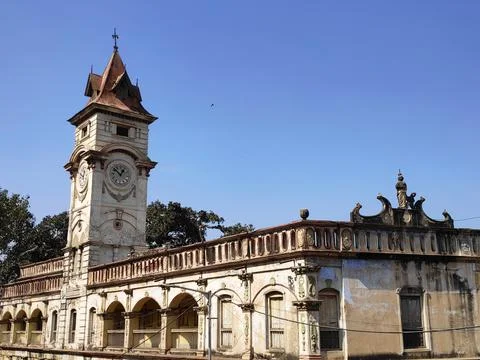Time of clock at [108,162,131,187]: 12:52
